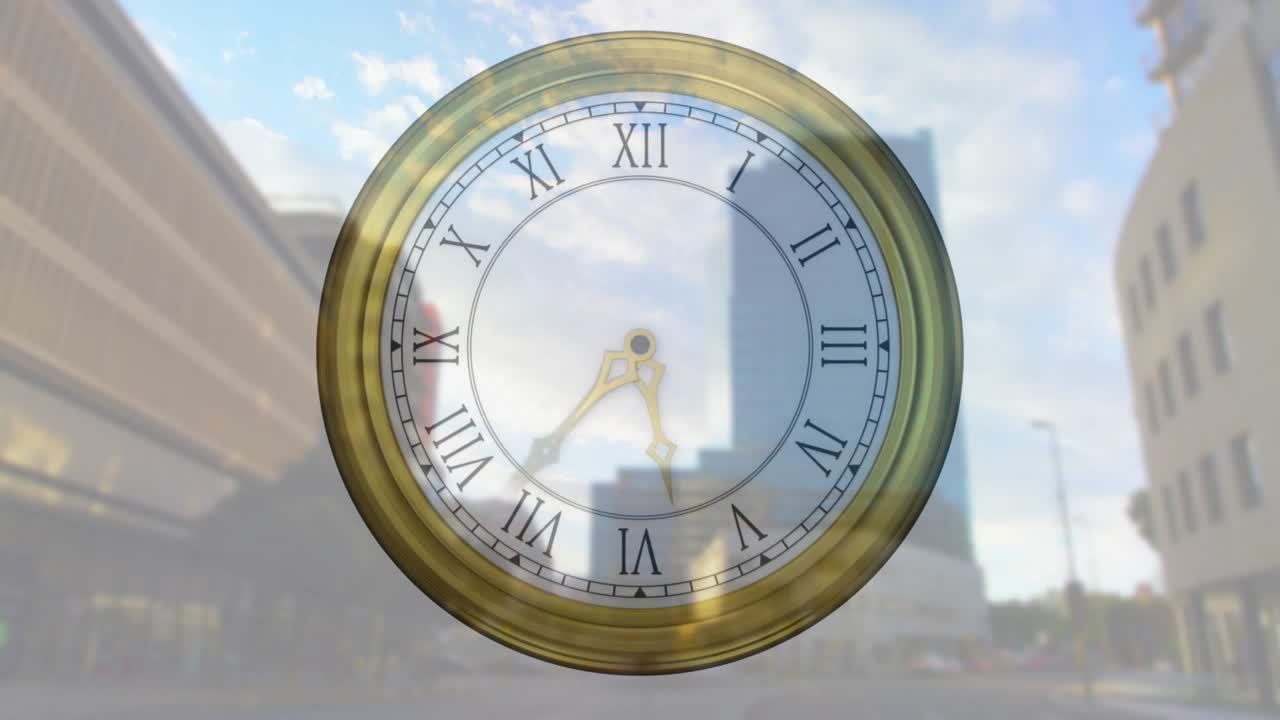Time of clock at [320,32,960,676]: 5:36
